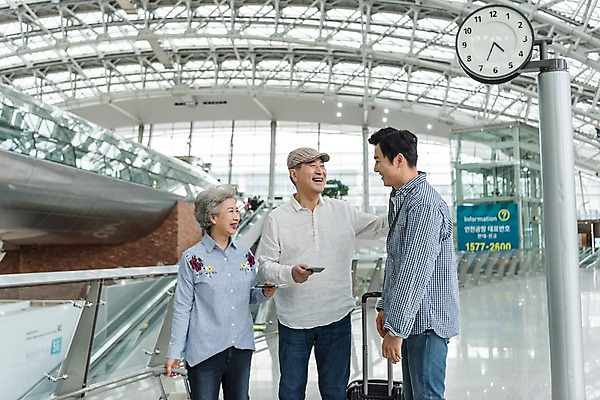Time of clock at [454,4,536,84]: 4:34
